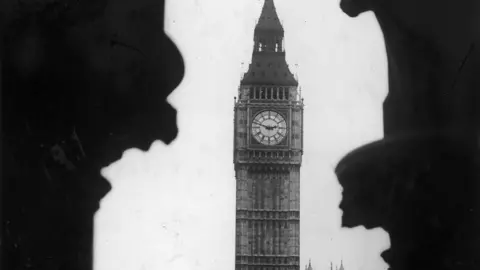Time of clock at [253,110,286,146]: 2:48
